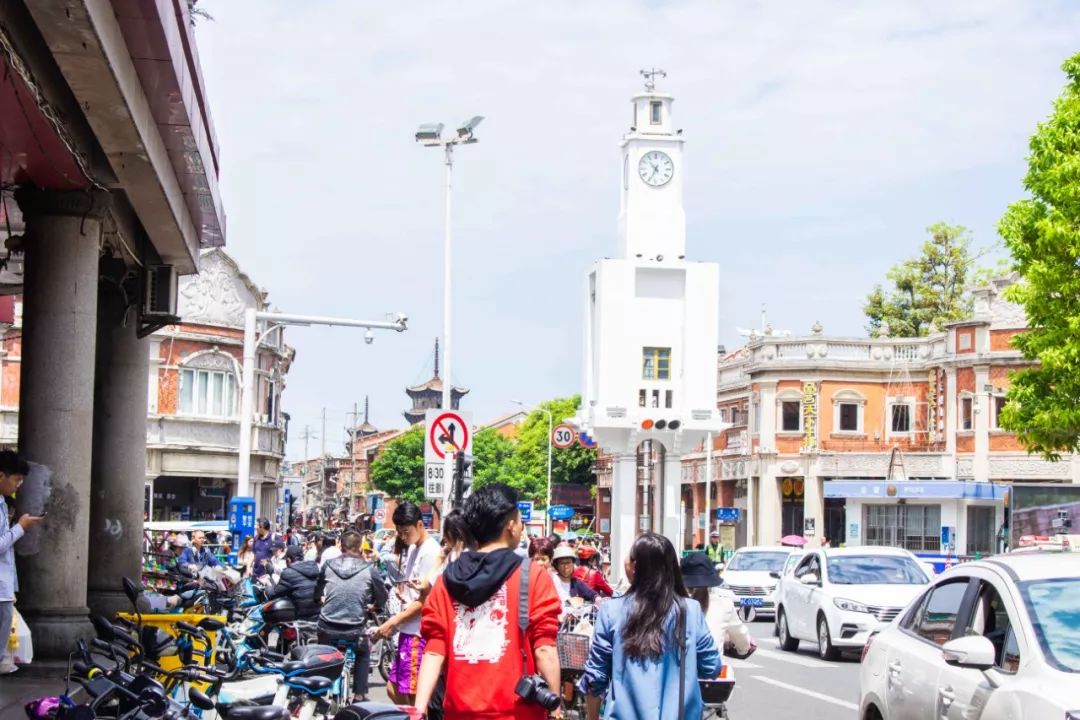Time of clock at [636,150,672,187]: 10:34
